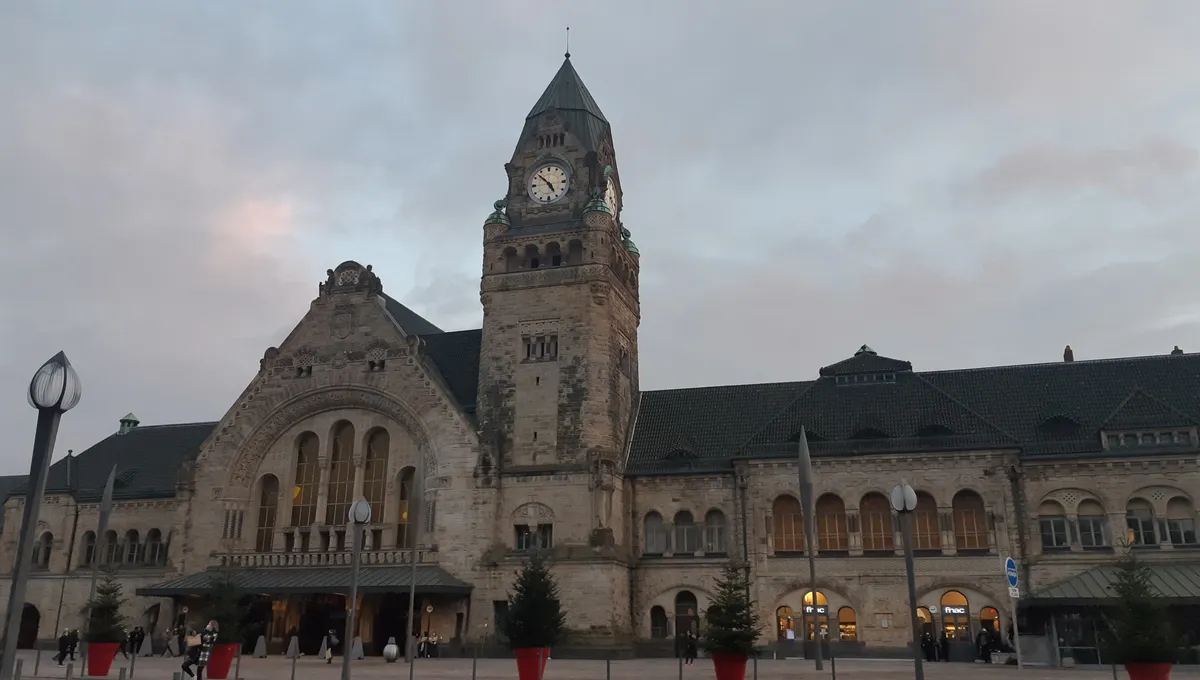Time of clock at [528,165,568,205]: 4:52
